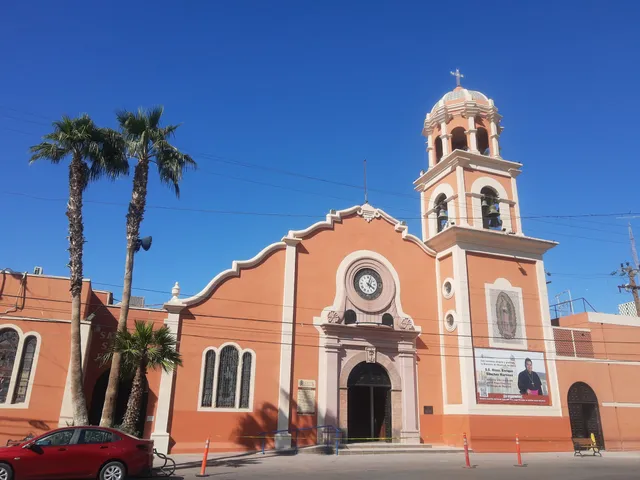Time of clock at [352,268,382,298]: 4:03
